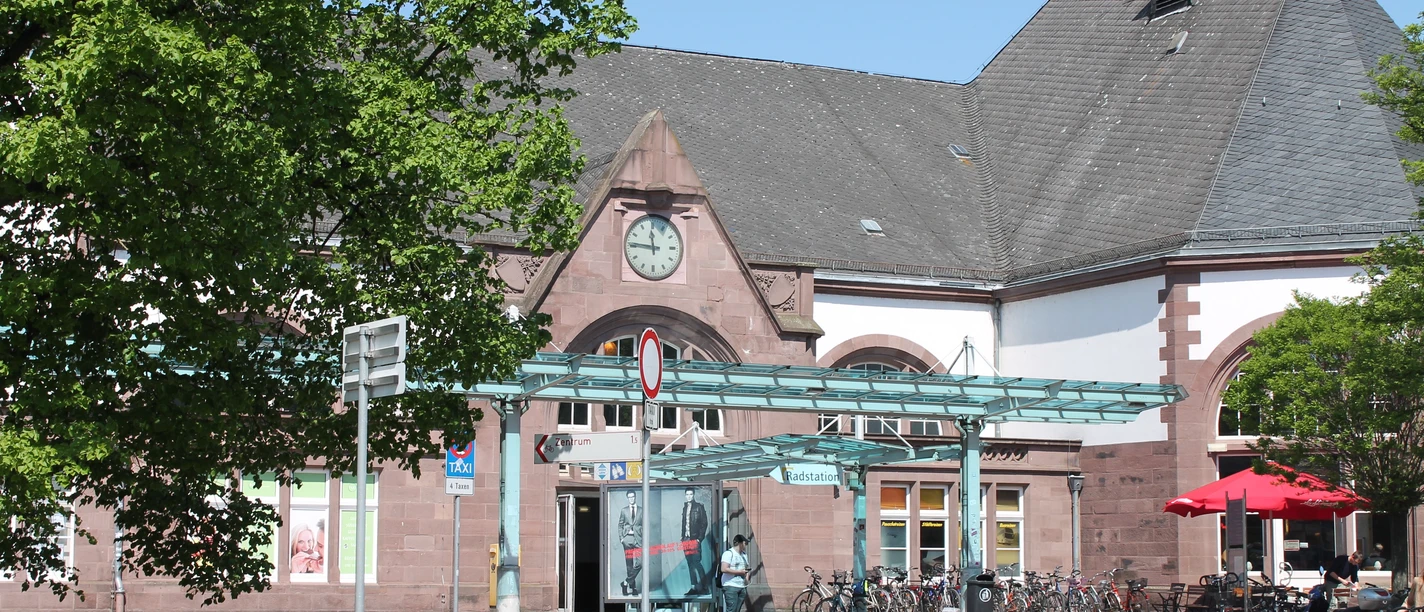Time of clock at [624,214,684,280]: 11:46
